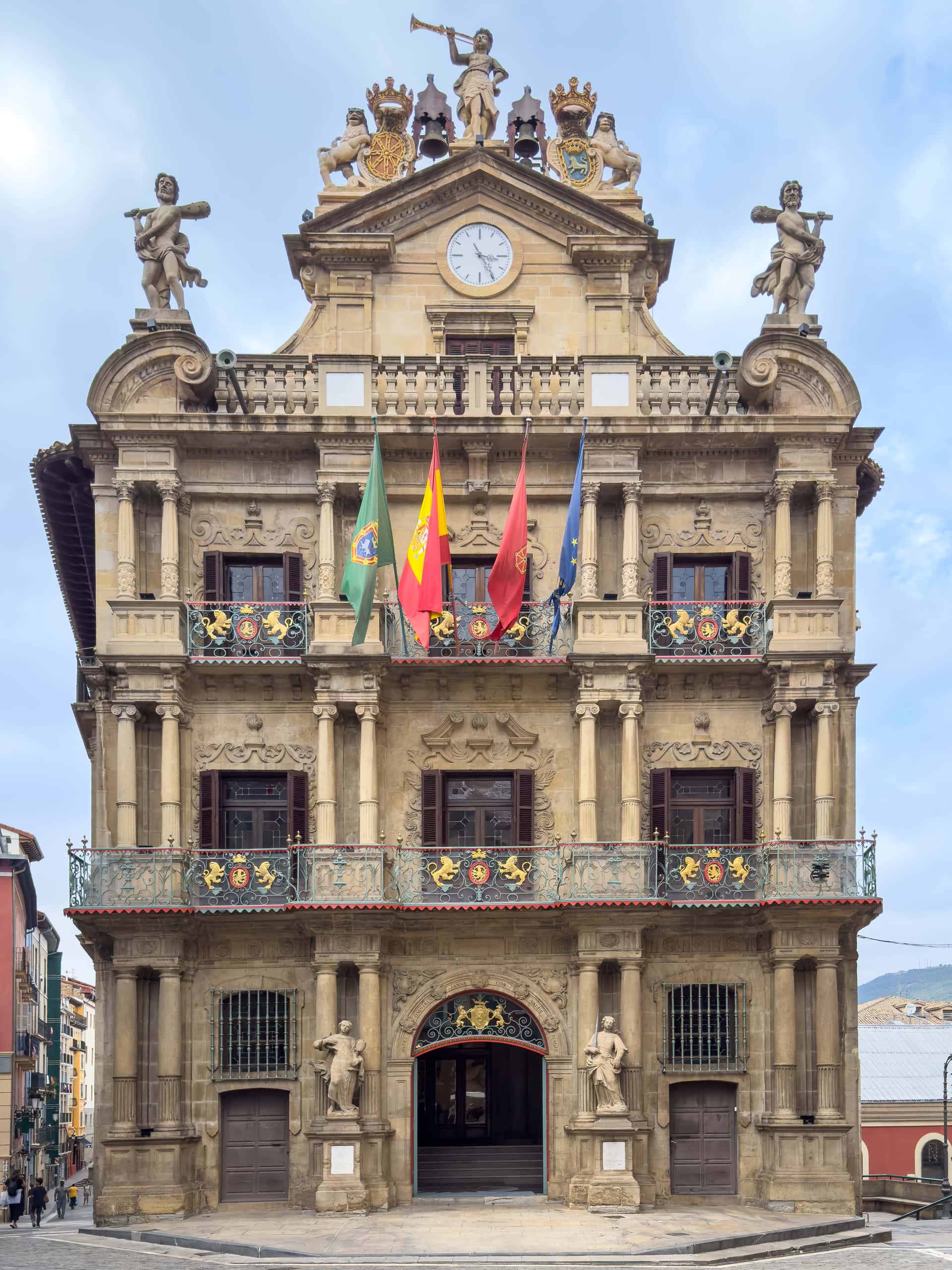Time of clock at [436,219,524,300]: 3:24
